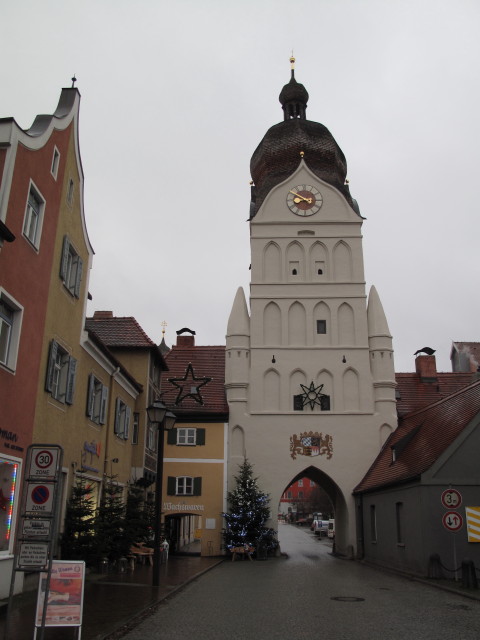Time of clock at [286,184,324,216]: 7:49
